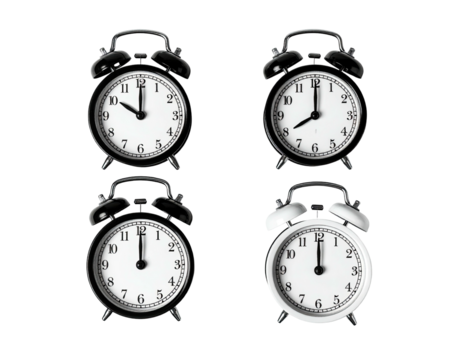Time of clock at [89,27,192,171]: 10:00
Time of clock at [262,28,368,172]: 8:00
